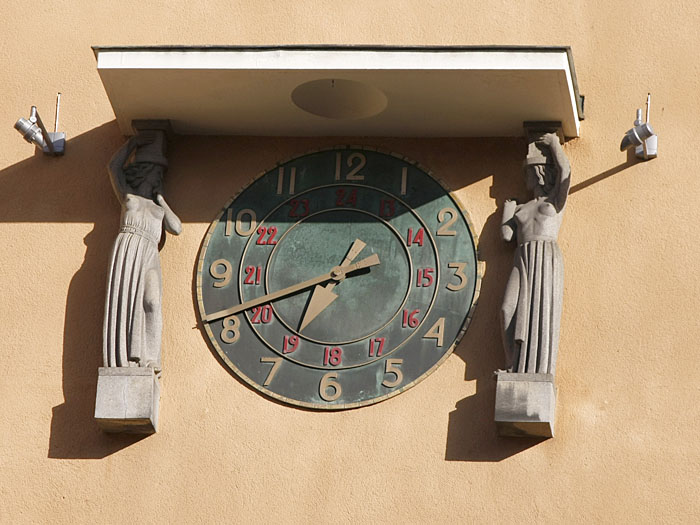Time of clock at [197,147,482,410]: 2:41
